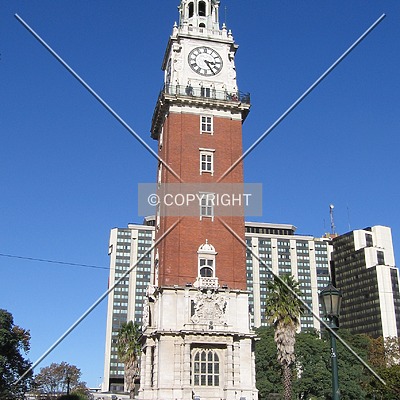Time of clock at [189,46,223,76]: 3:24
